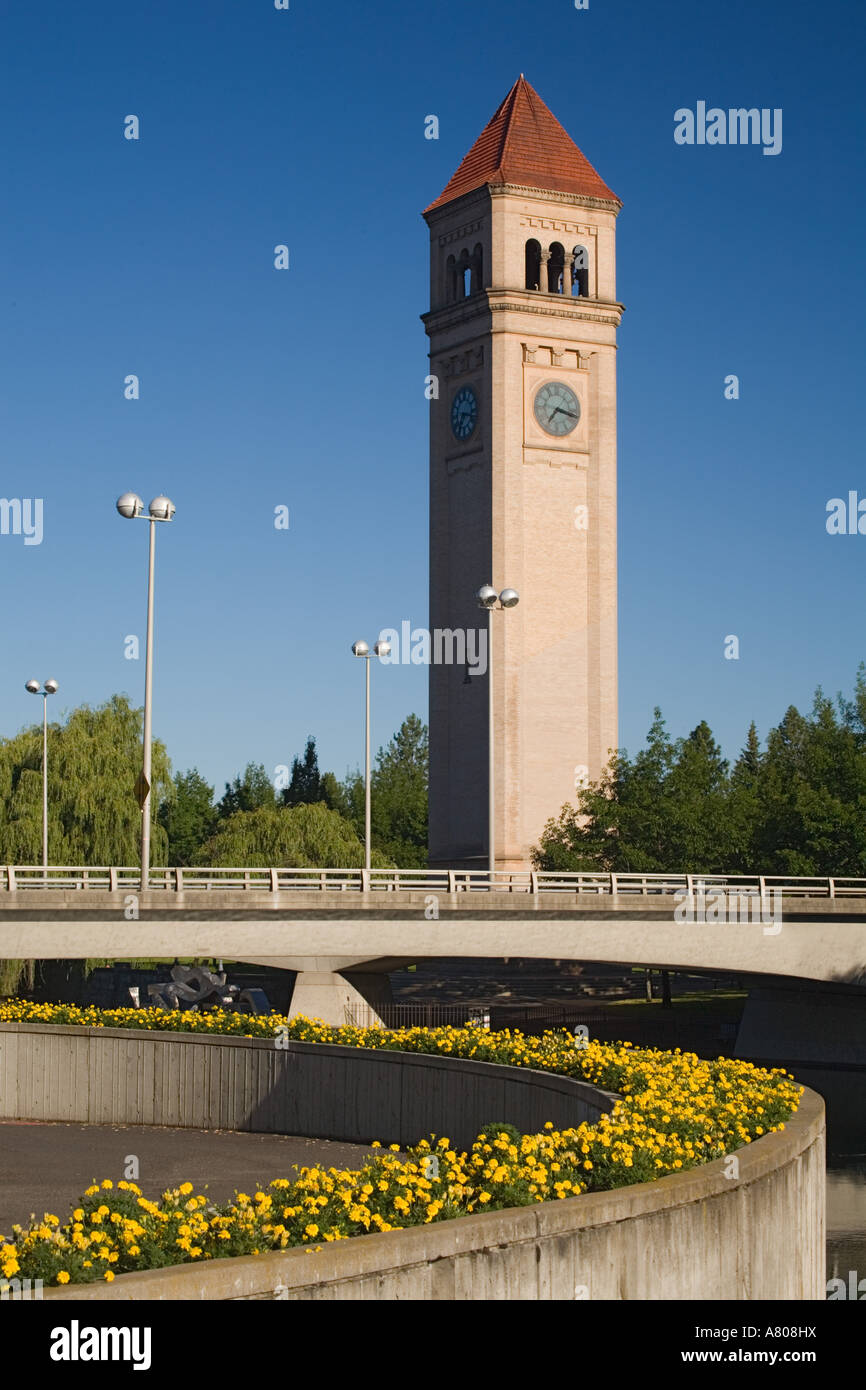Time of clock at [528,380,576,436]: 7:17
